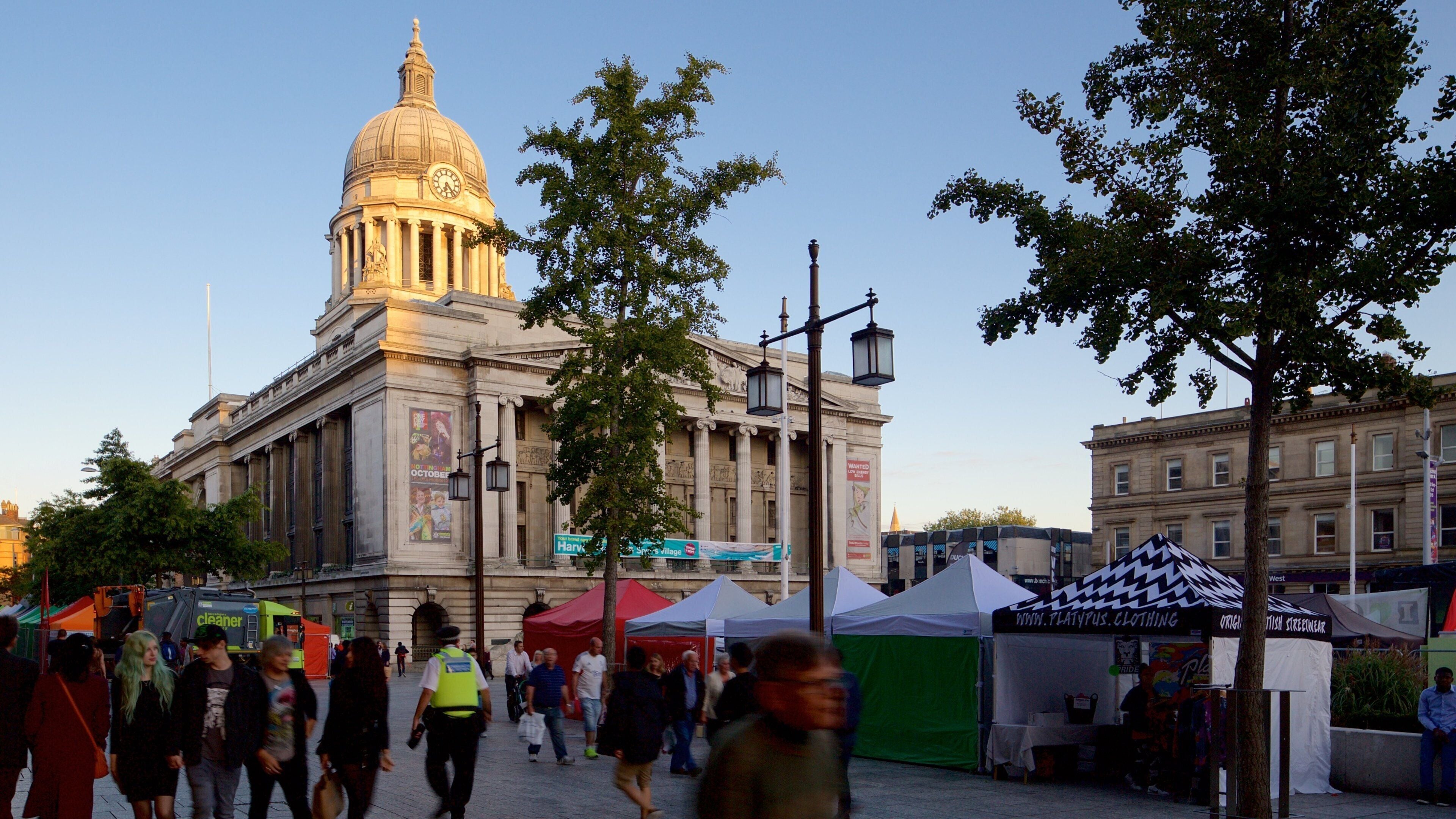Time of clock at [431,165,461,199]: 6:23
